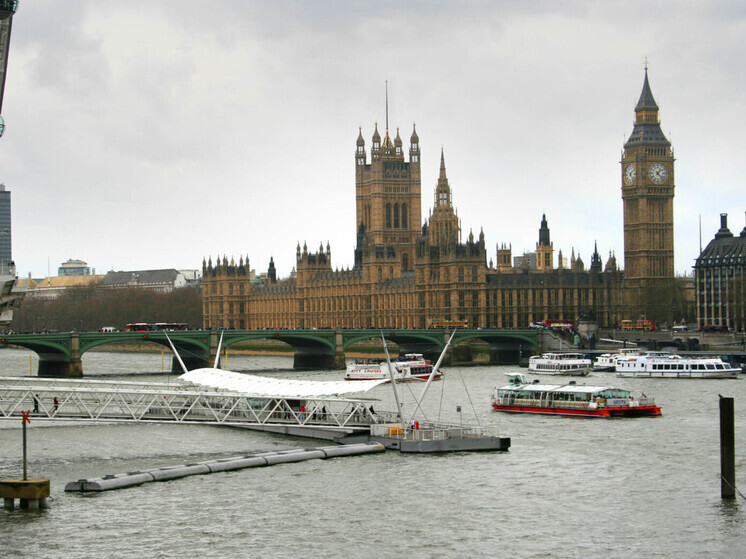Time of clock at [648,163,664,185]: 1:22
